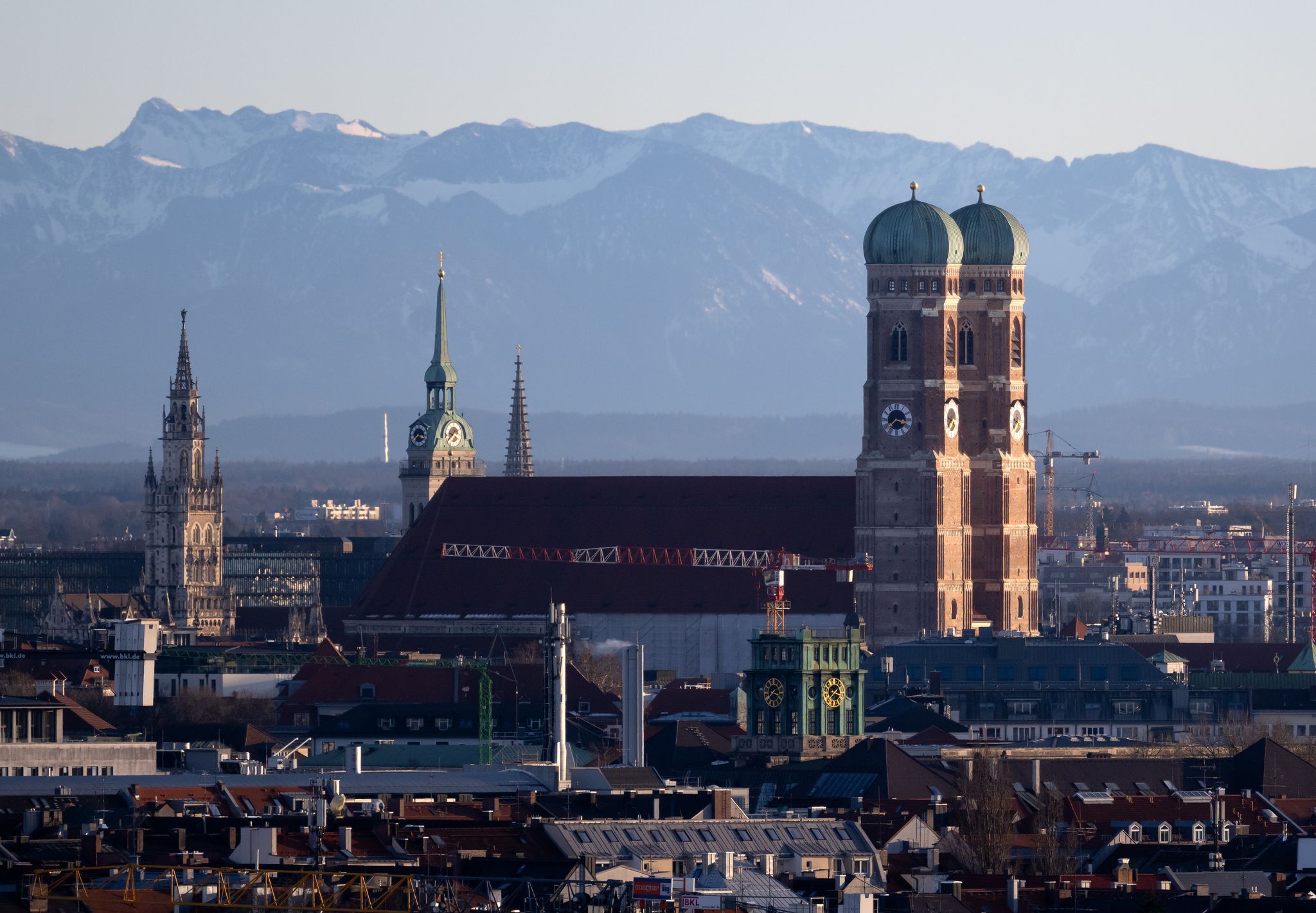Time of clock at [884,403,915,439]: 3:37
